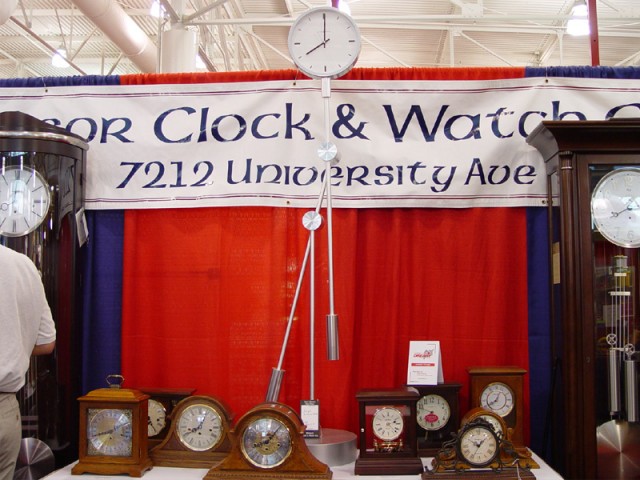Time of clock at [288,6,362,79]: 8:00
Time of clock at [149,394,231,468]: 12:40
